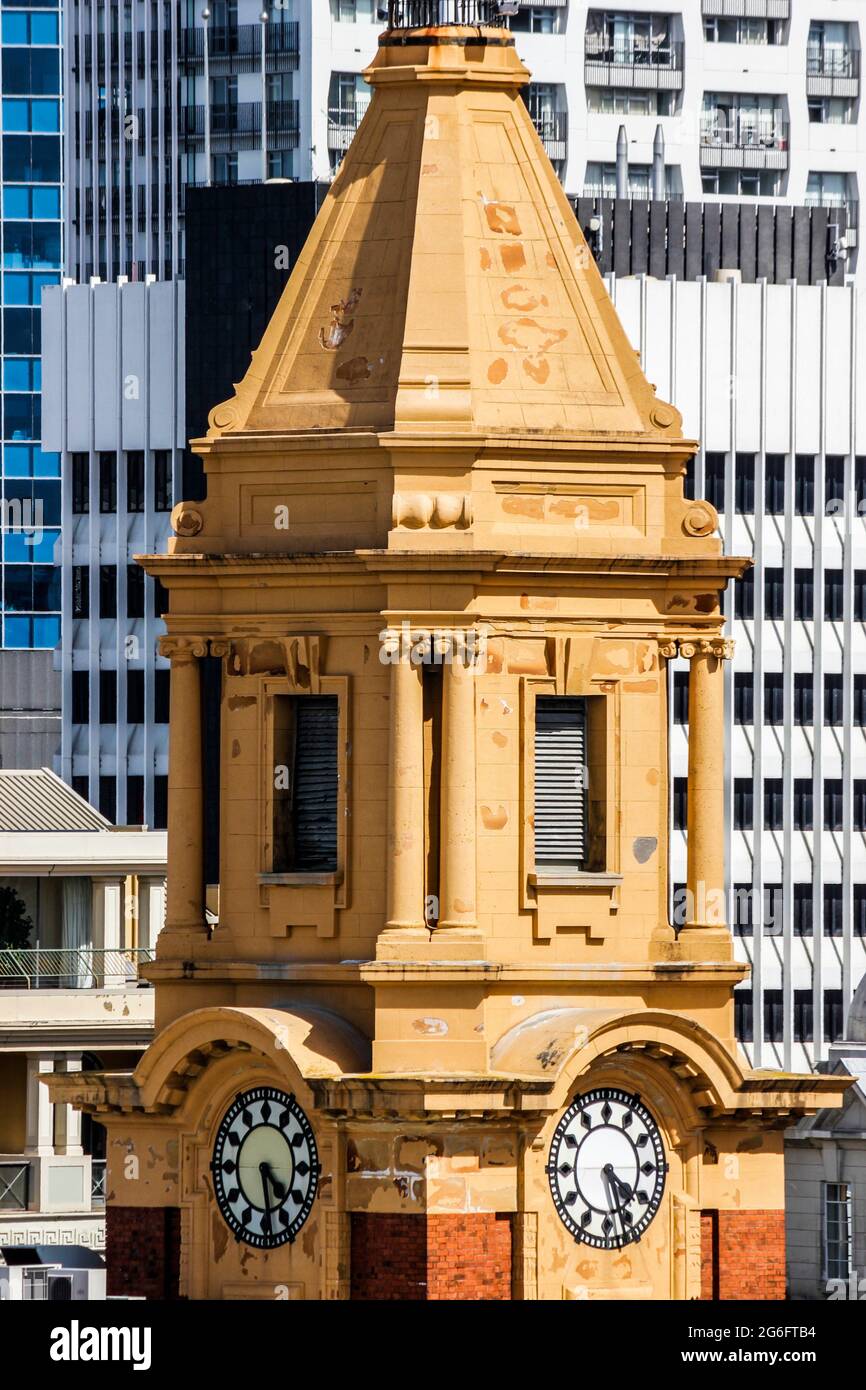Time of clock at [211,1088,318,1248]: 4:28
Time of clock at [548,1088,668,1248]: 4:26
